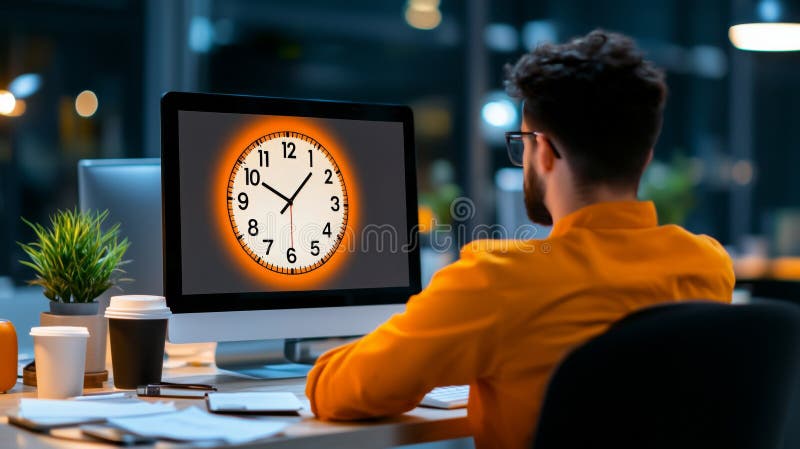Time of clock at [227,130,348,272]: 10:07
